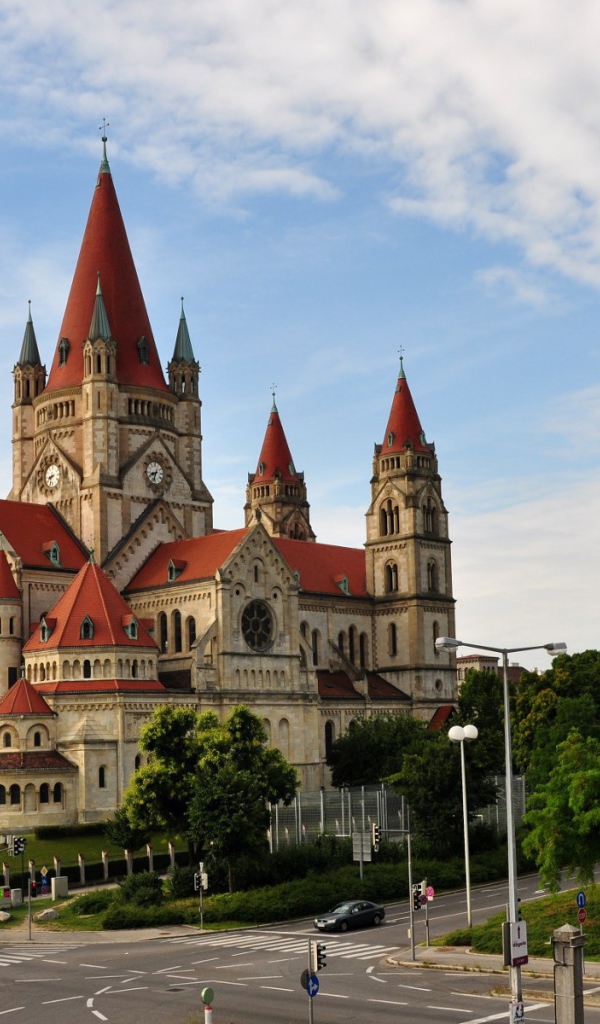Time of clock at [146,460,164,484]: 8:33
